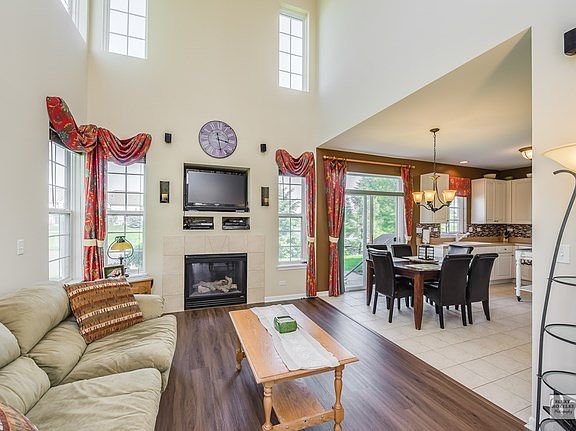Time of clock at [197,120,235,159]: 3:28
